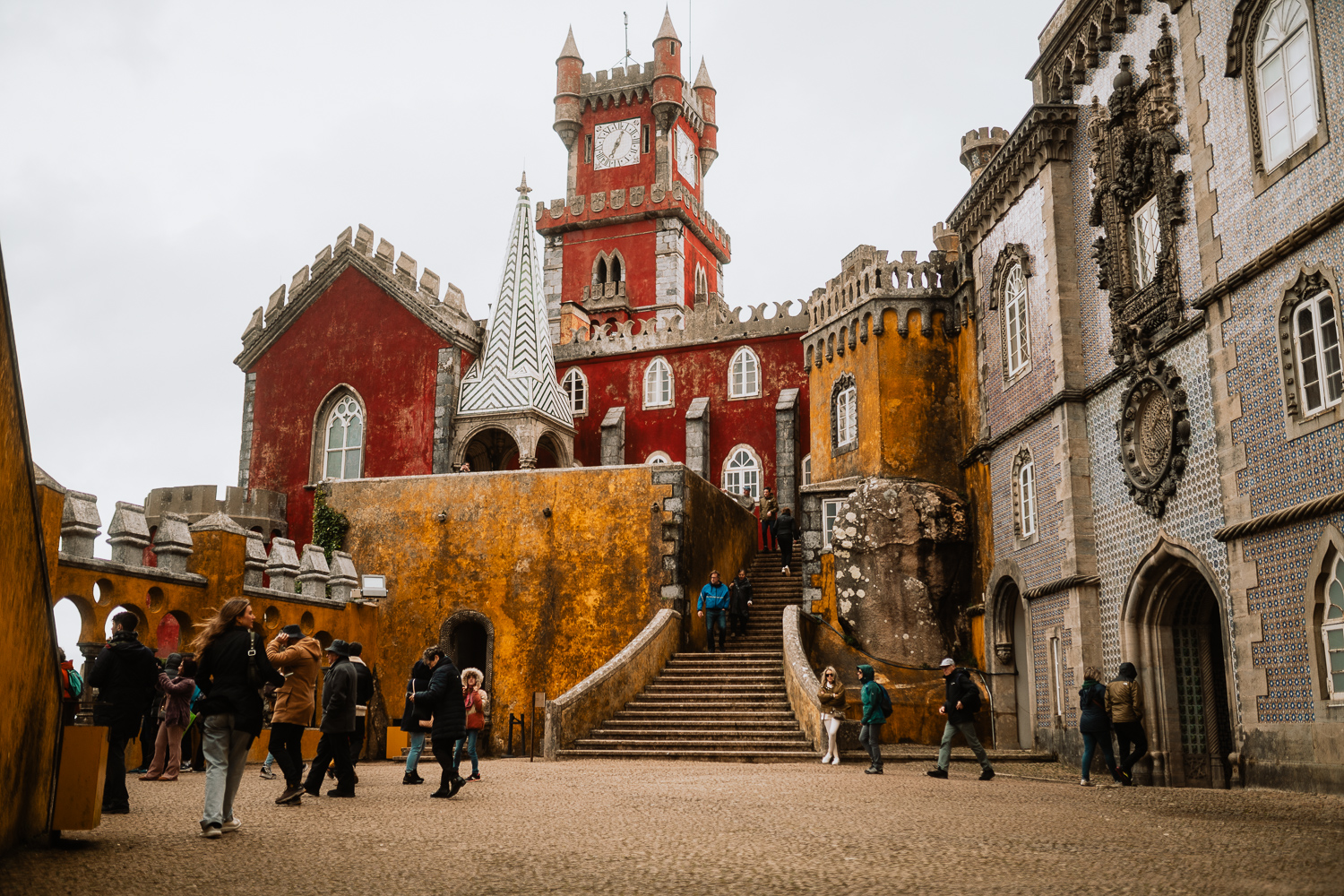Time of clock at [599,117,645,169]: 7:04
